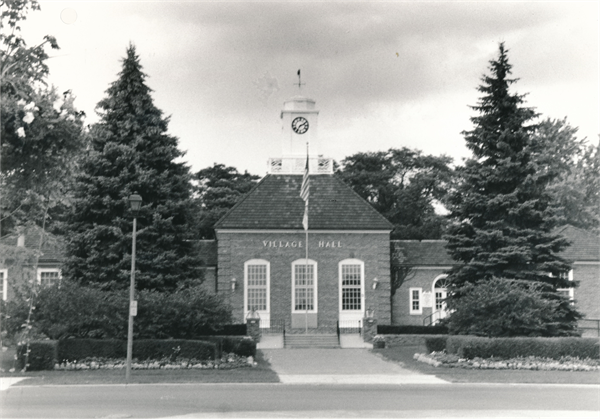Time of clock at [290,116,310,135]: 7:11
